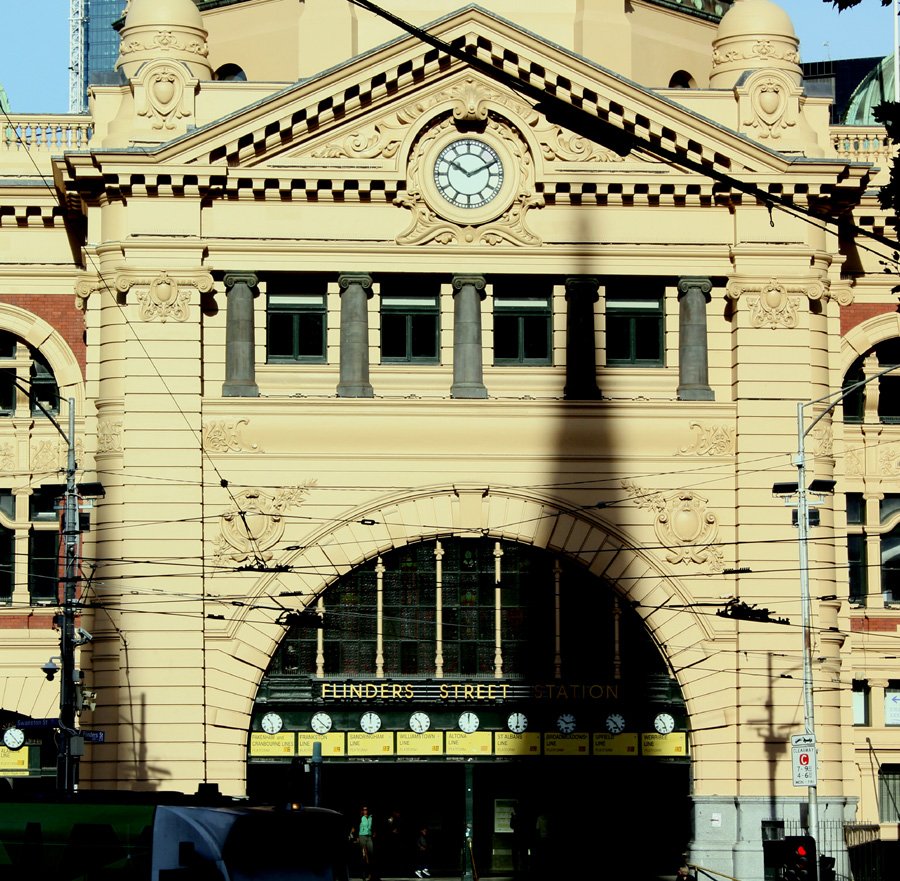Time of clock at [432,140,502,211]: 10:10
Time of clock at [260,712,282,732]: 10:28
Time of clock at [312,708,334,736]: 10:21
